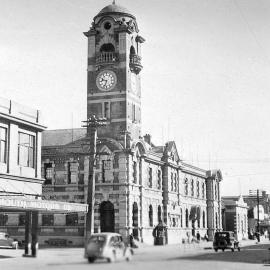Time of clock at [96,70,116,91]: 9:33
